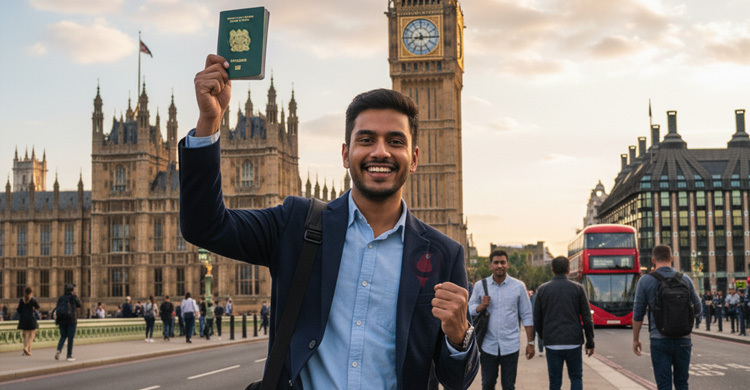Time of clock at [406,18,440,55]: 8:15
